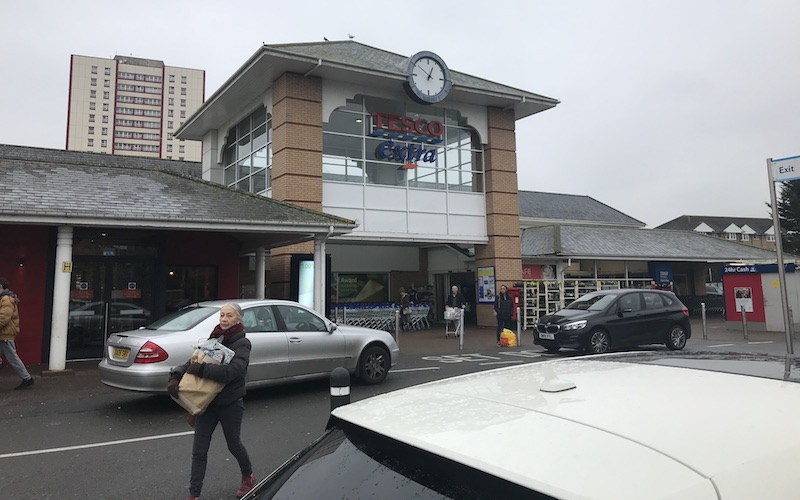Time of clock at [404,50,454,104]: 12:51
